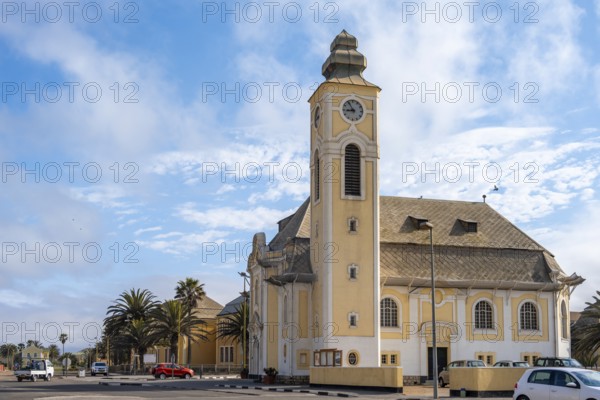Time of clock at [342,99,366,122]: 8:54
